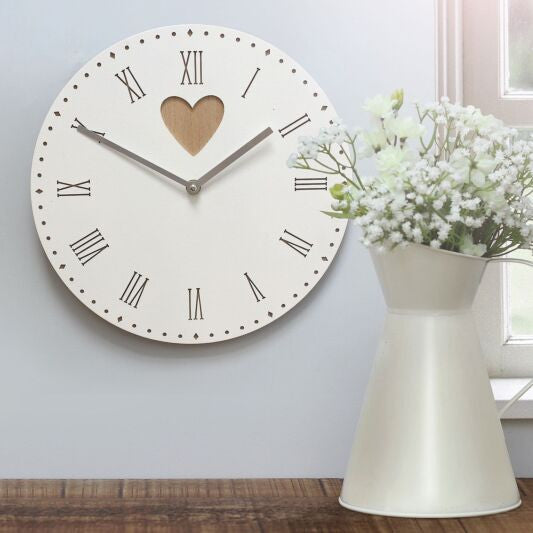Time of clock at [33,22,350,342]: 1:49
